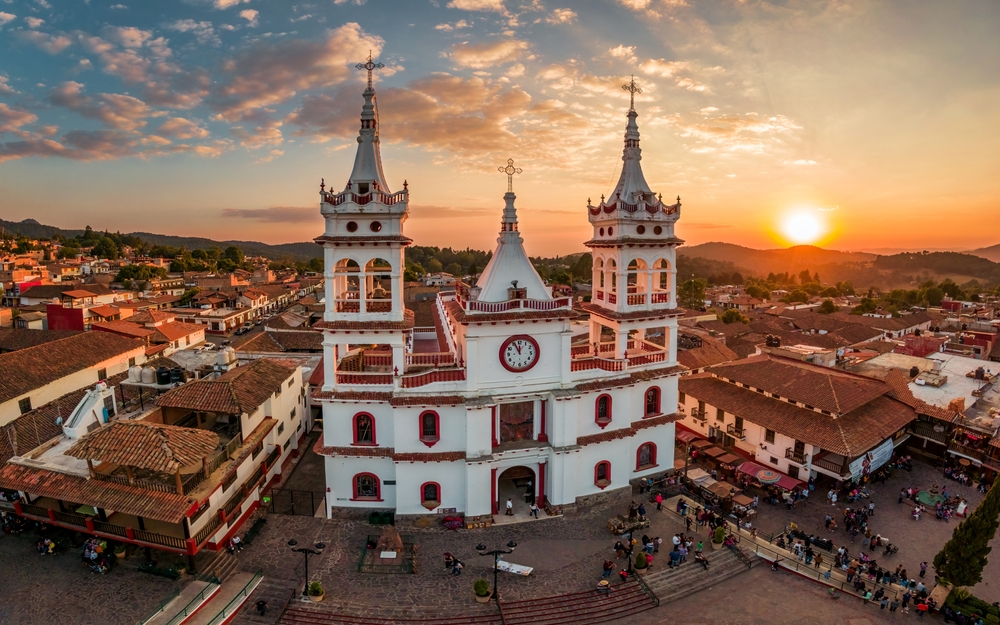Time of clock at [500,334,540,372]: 11:55
